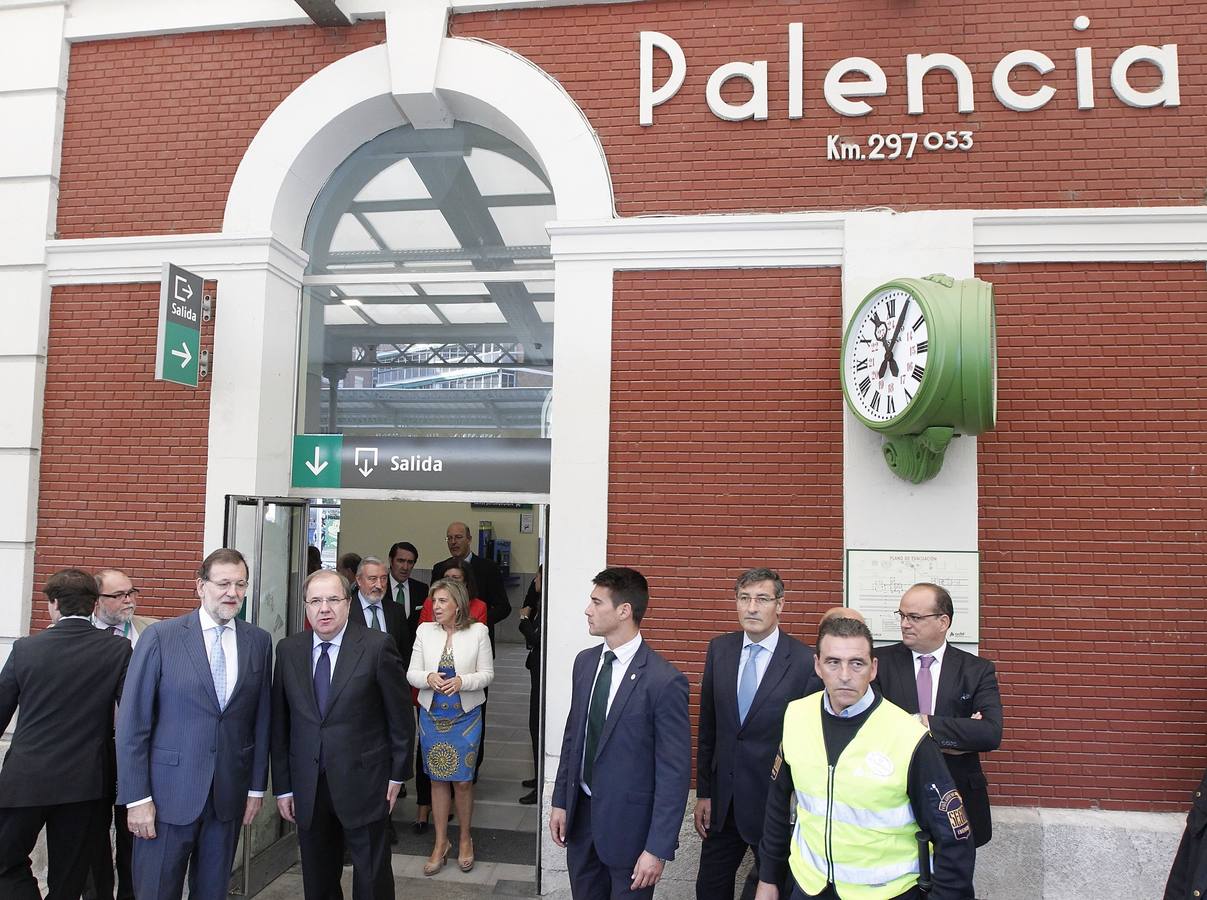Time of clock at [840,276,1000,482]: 11:05
